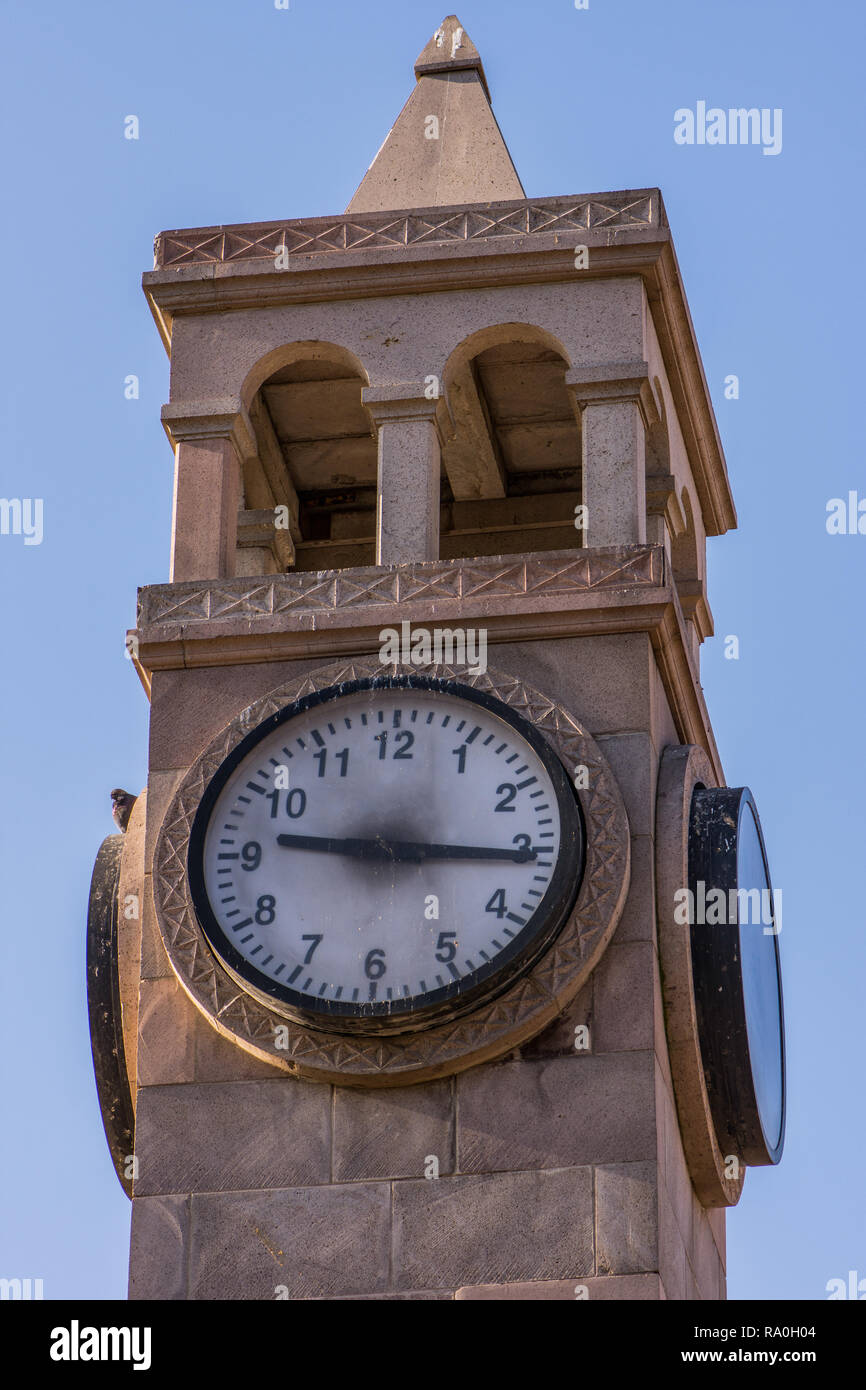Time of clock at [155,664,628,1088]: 9:15
